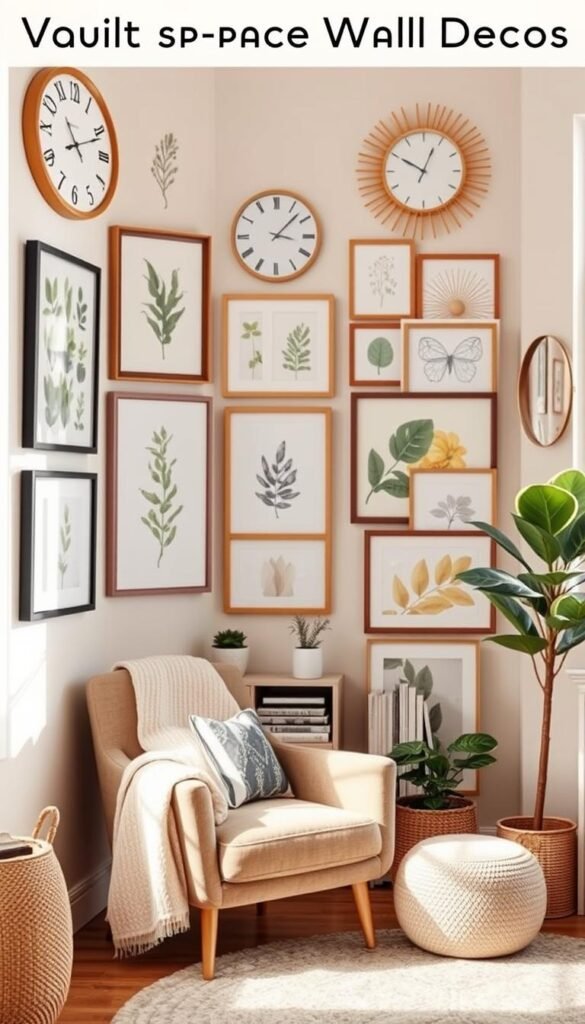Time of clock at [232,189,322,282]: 3:07
